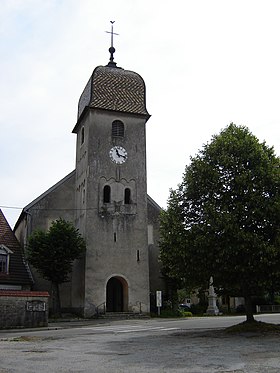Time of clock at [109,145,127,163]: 11:17
